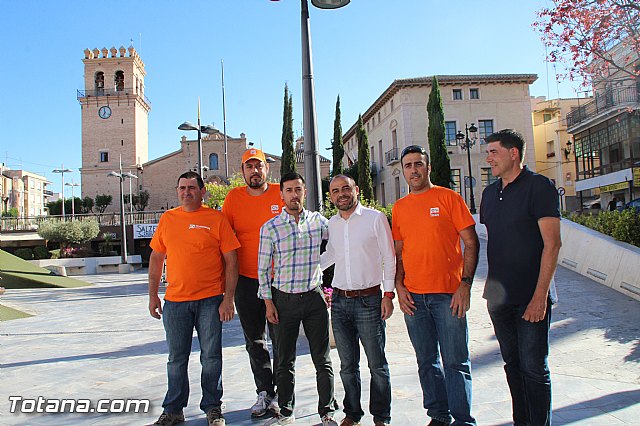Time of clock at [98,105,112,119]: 6:58
